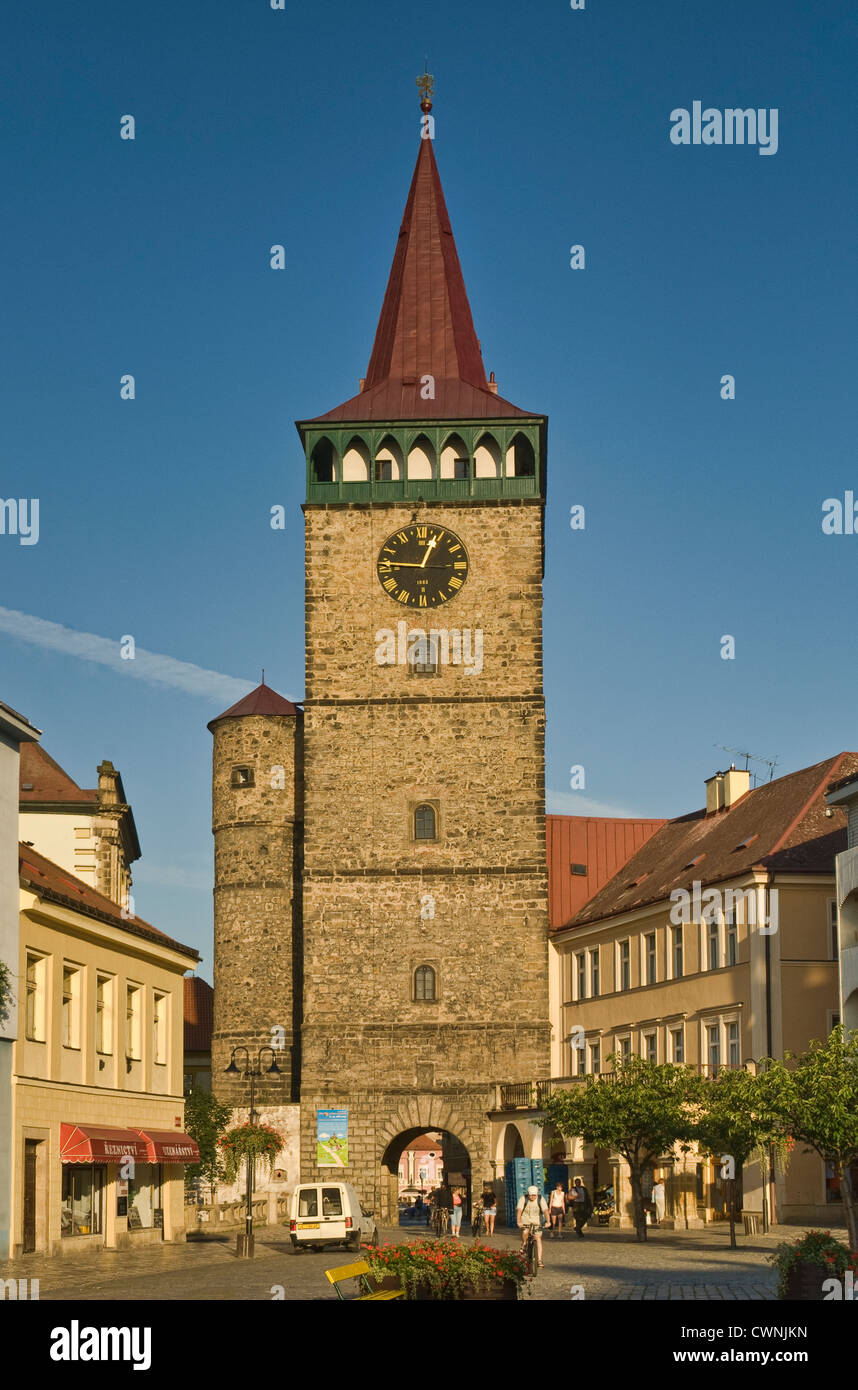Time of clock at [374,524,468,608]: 12:46
